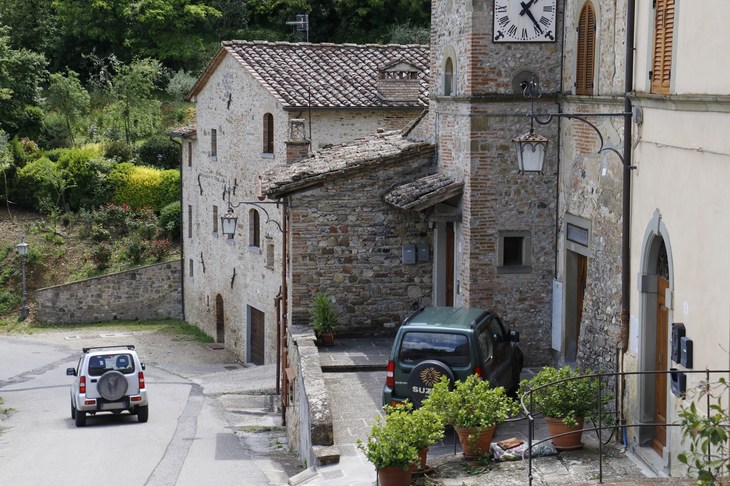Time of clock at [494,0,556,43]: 1:23
